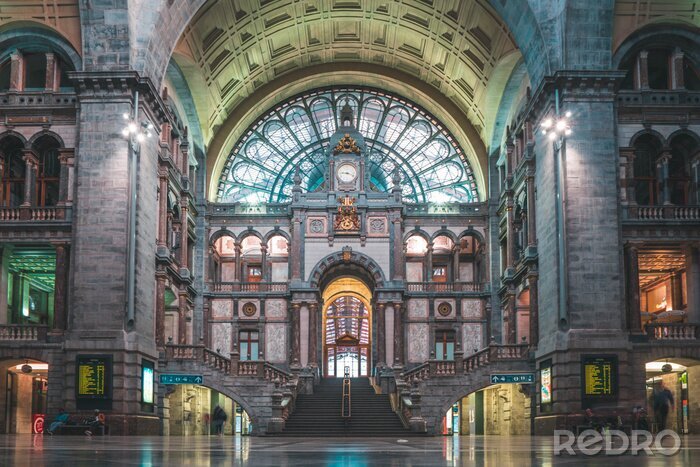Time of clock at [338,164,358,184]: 9:18
